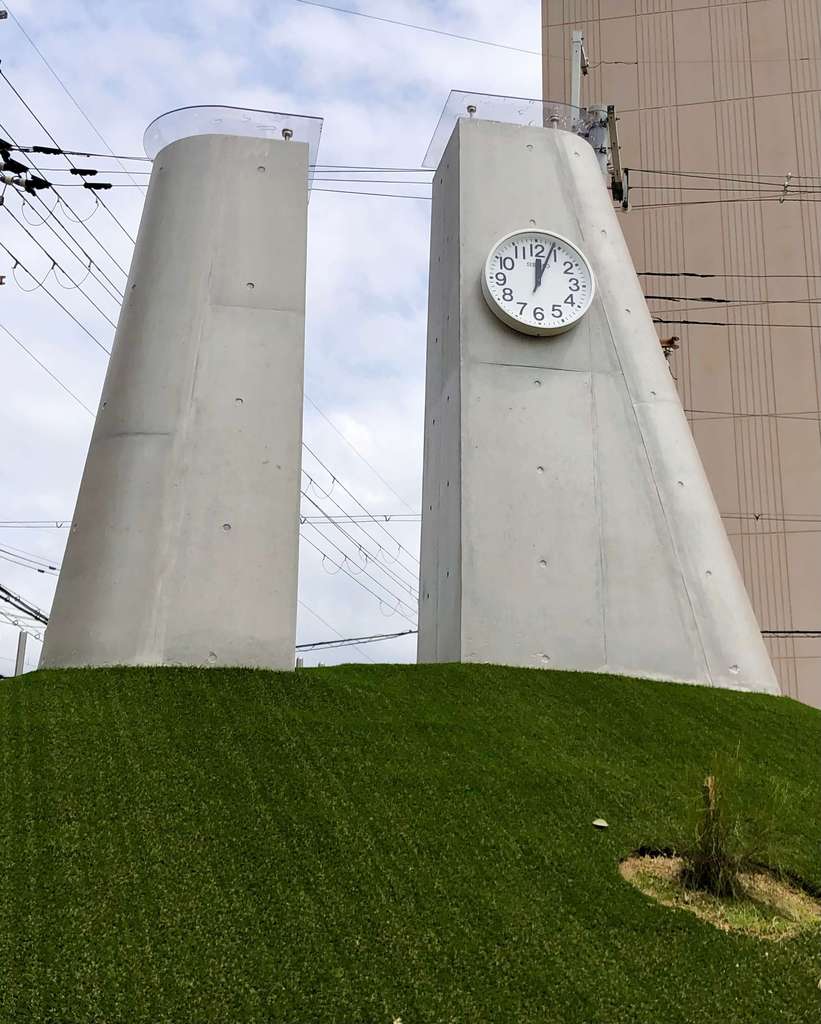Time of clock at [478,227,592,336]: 12:03
